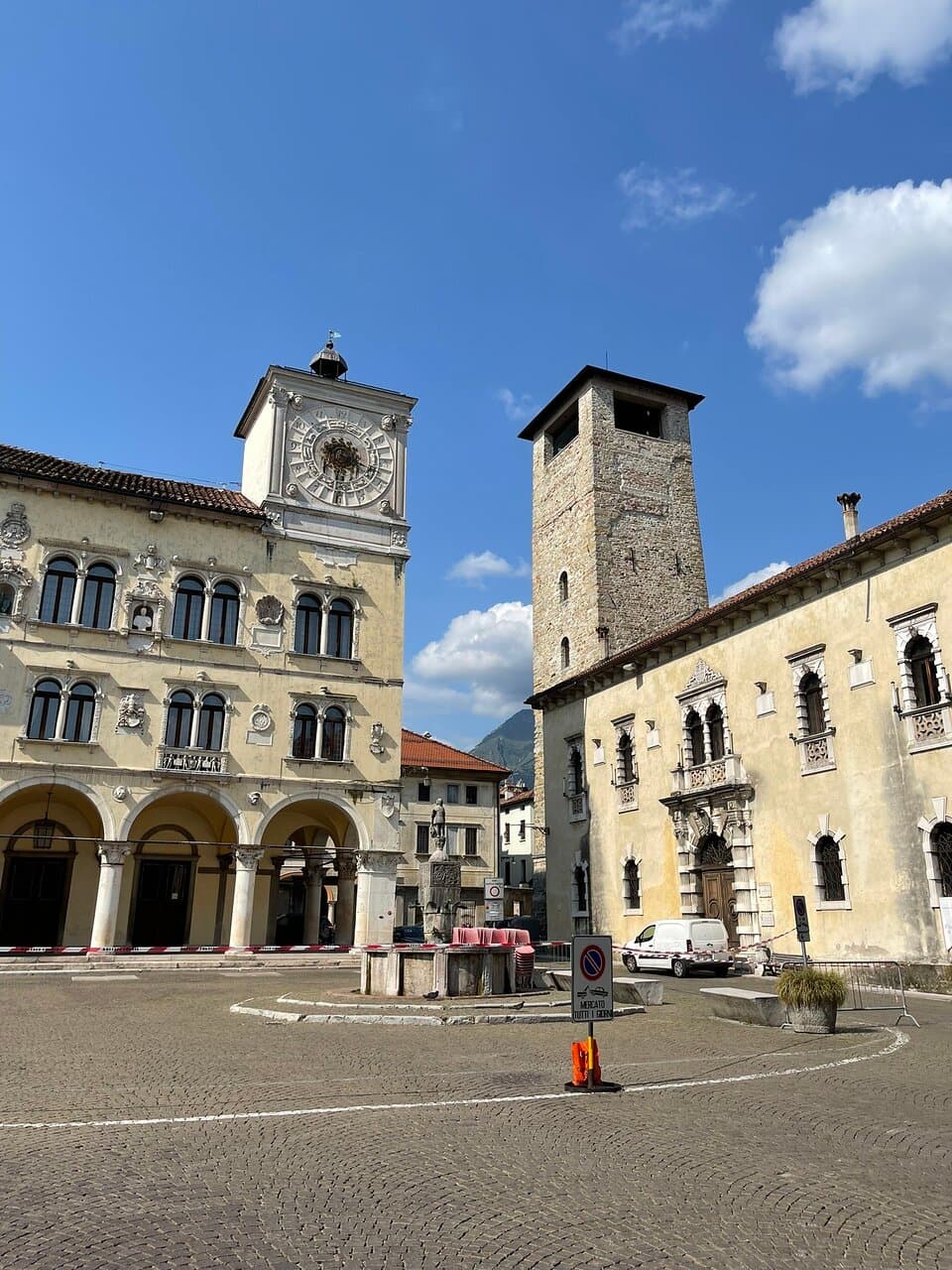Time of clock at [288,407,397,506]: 6:18
